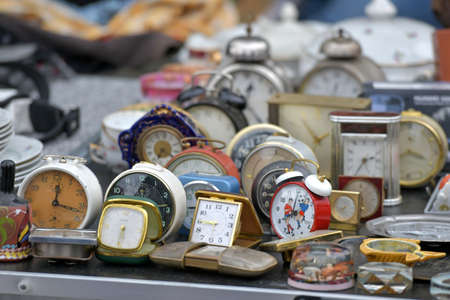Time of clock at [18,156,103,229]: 12:17
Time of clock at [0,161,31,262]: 12:17
